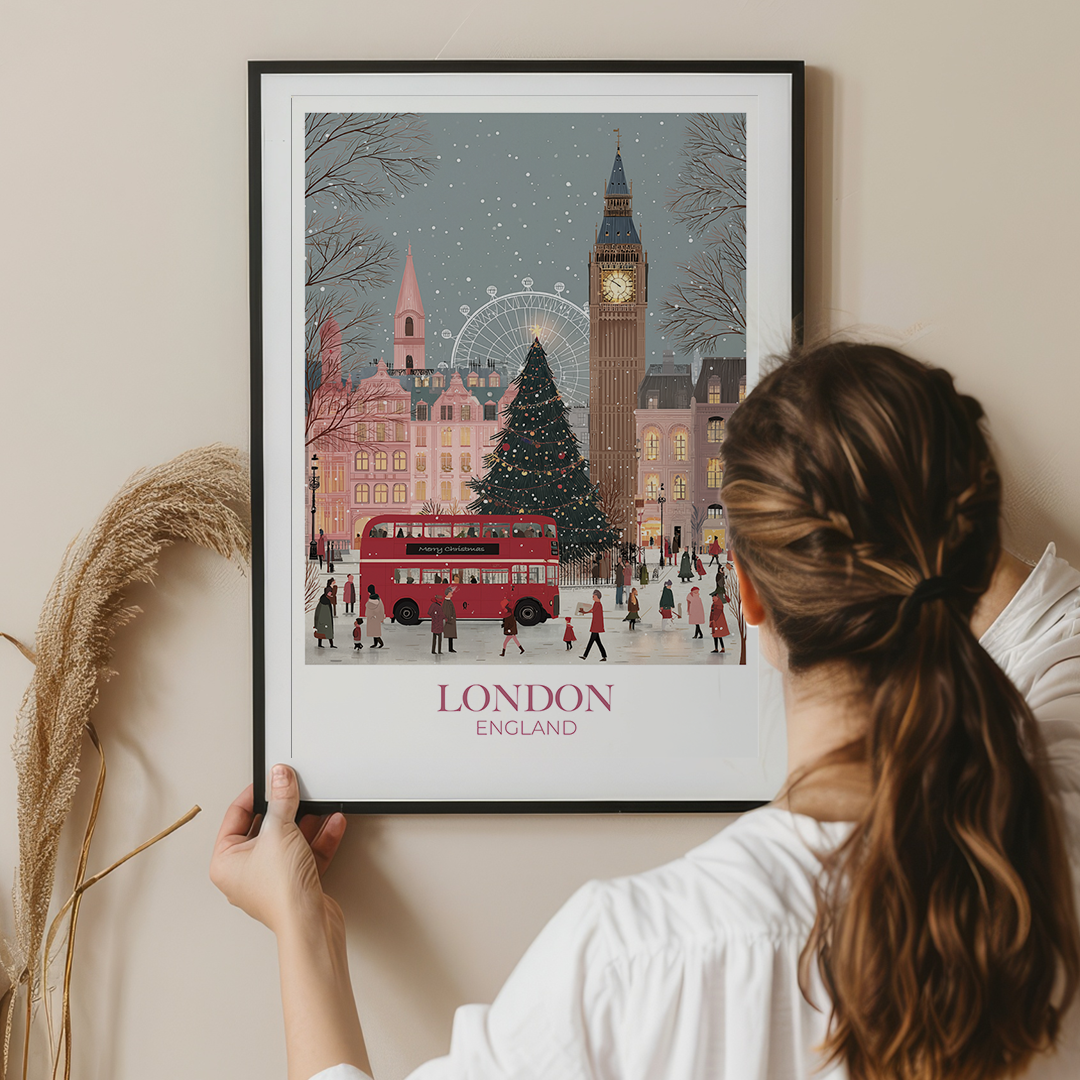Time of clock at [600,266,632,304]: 9:50
